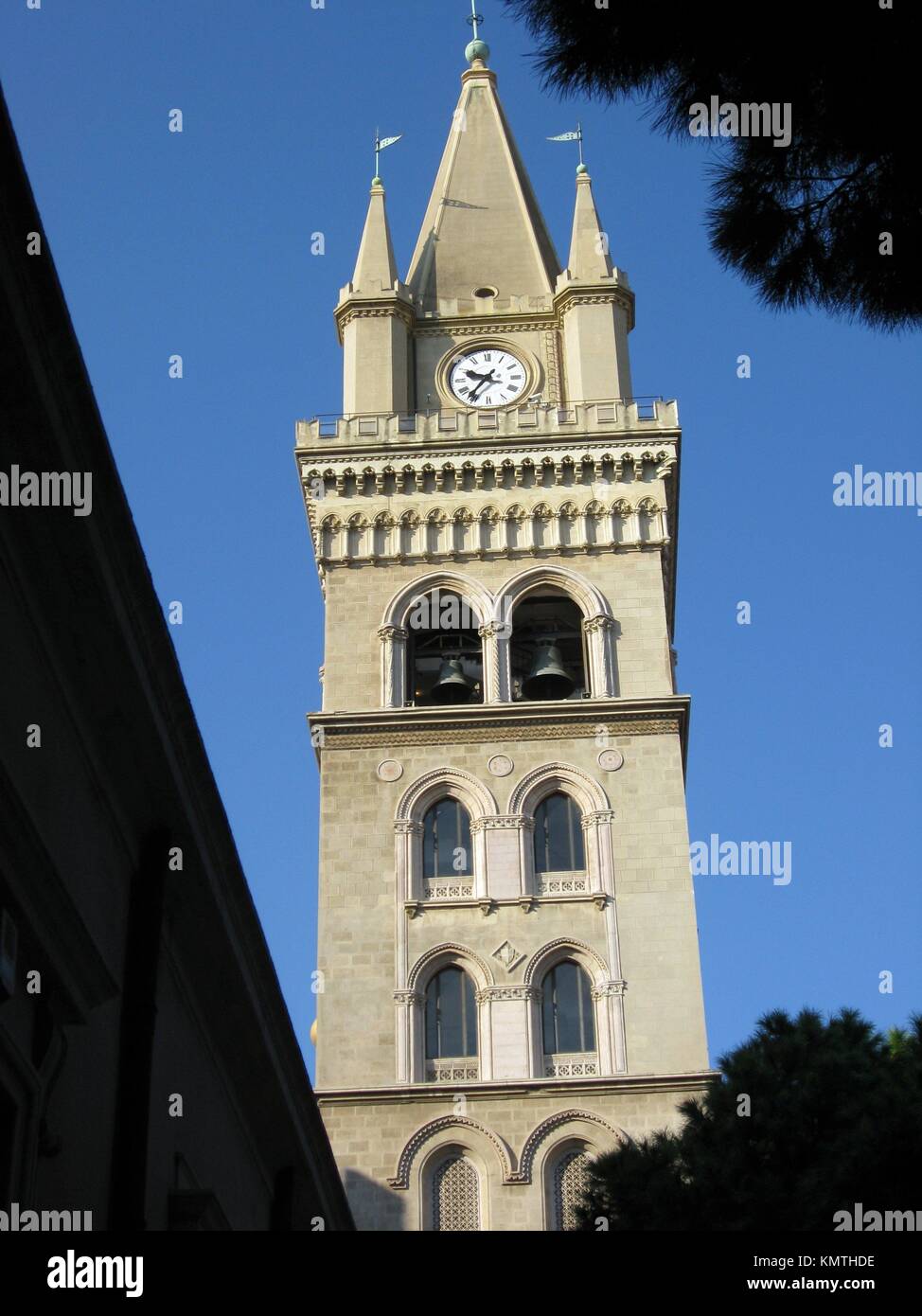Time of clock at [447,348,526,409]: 9:36
